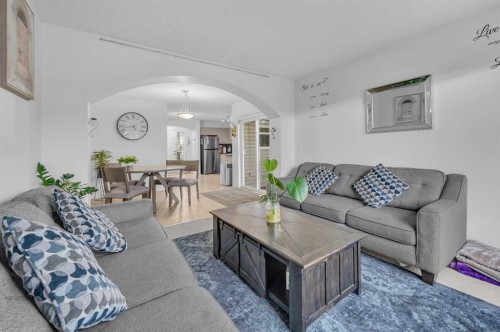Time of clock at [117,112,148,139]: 4:42
